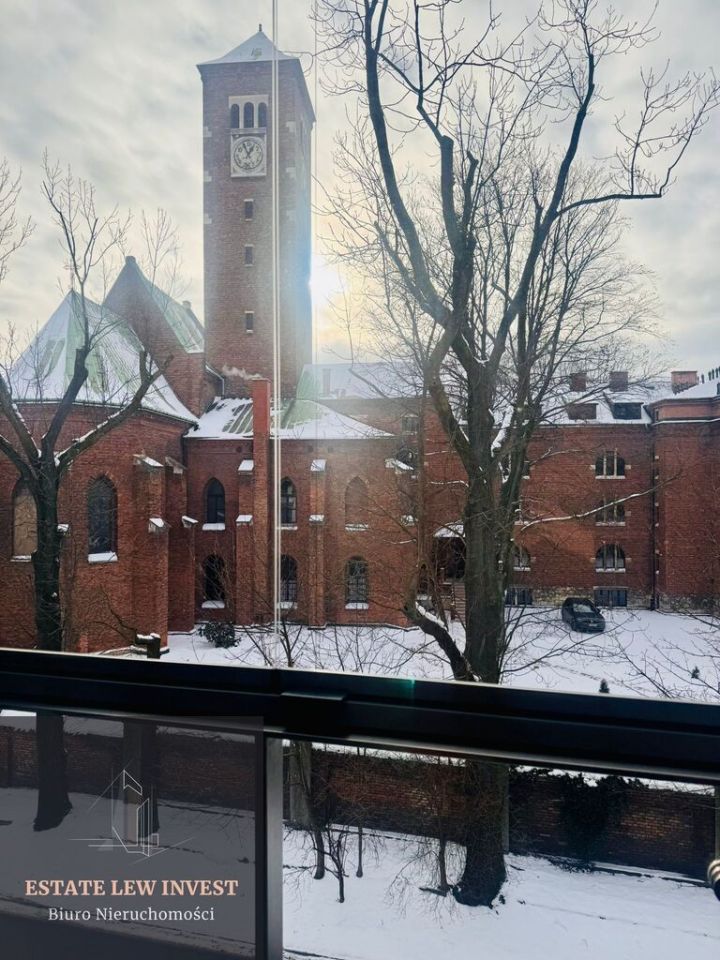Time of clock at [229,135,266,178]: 12:55
